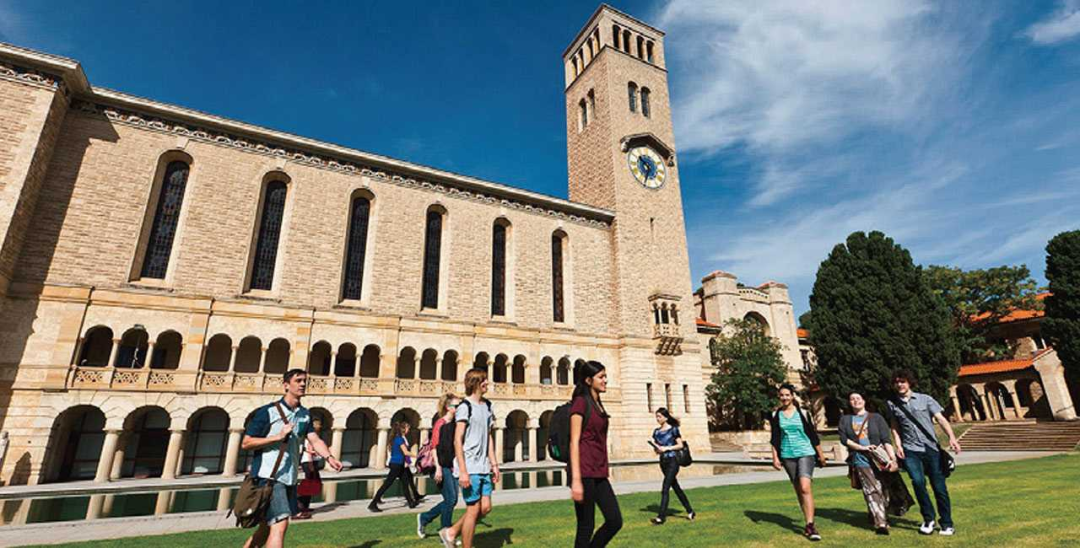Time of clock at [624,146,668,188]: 10:34
